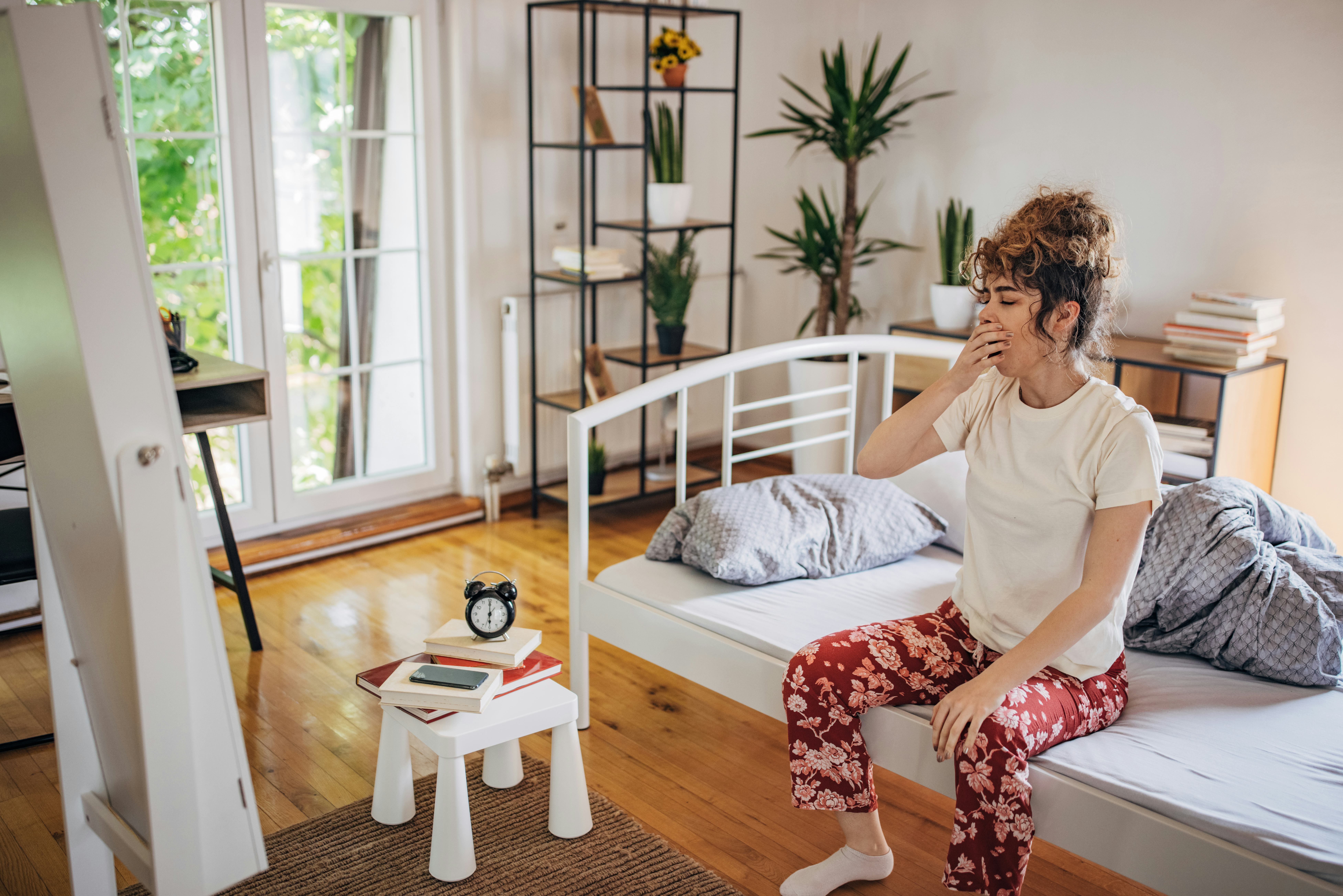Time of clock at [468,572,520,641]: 6:00
